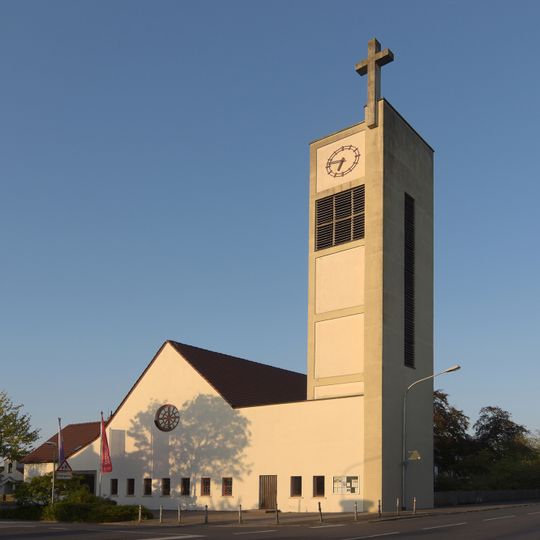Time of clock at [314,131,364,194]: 6:47
